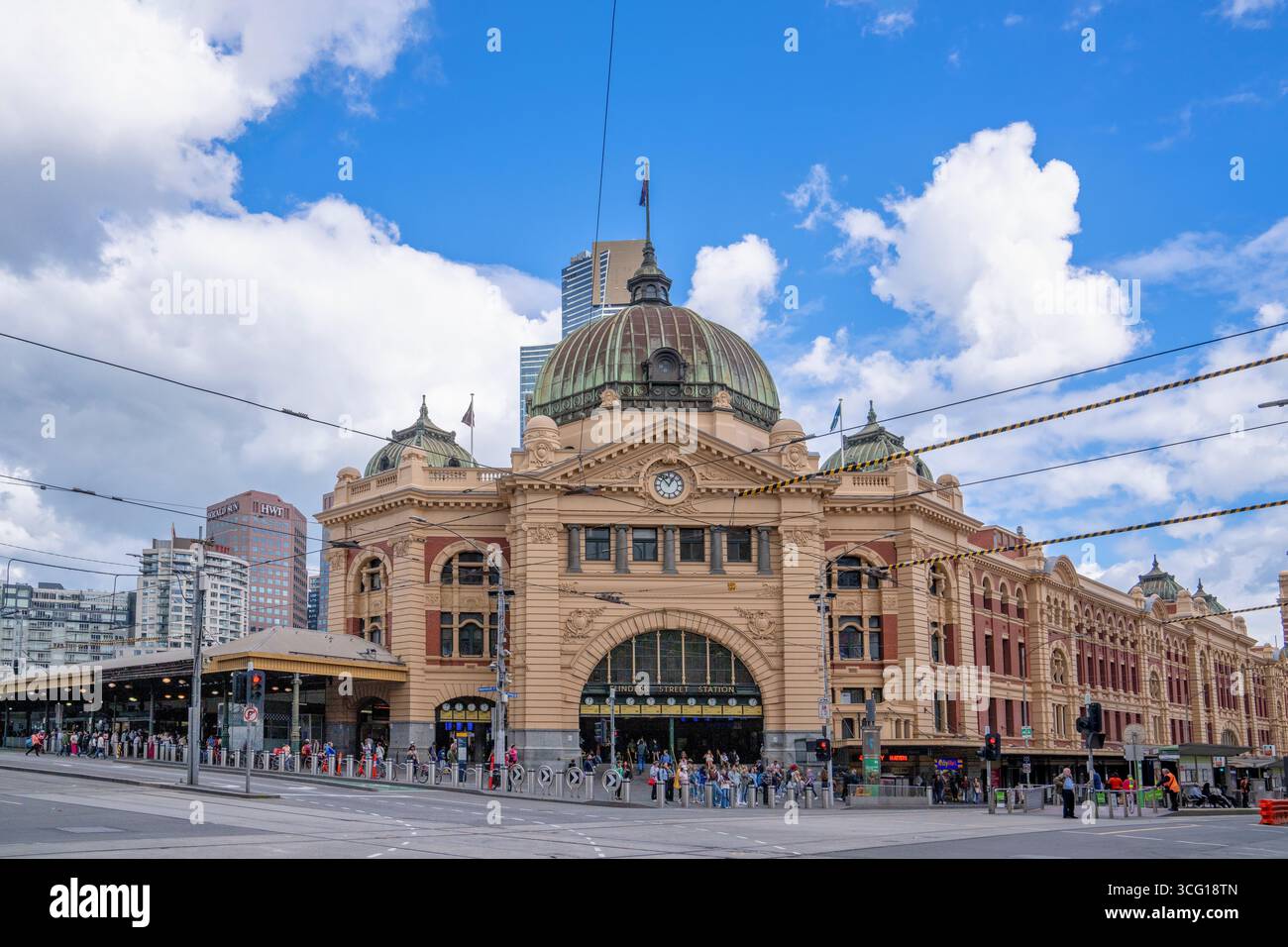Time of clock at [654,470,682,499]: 12:53
